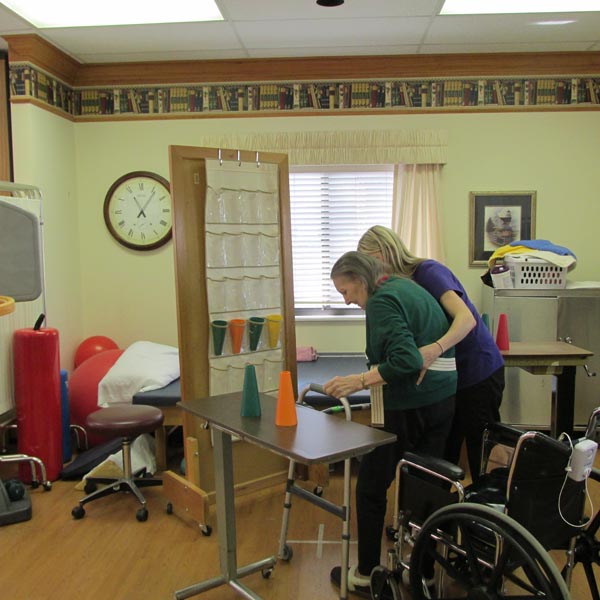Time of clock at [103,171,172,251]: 11:06
